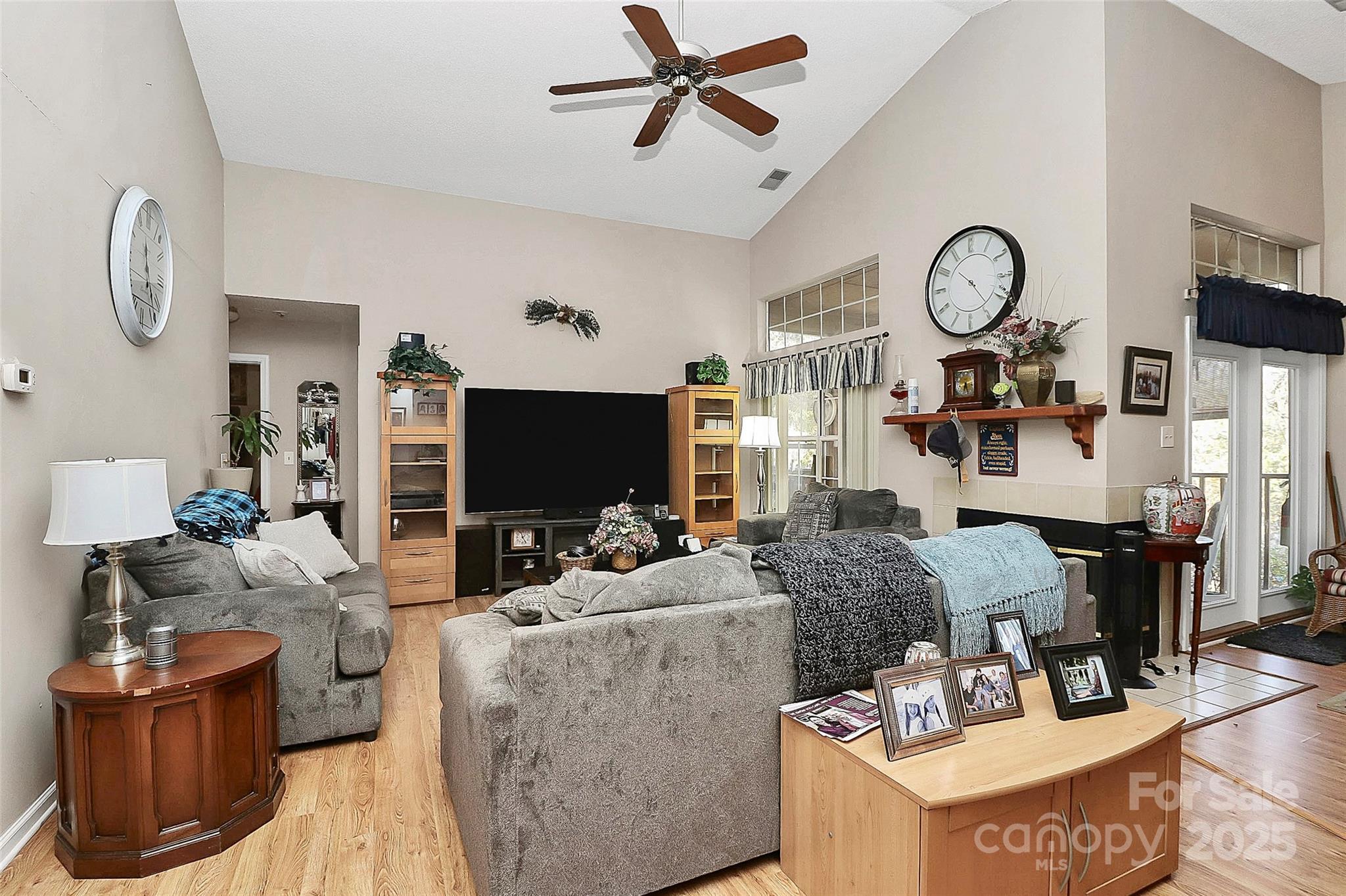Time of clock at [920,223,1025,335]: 10:24
